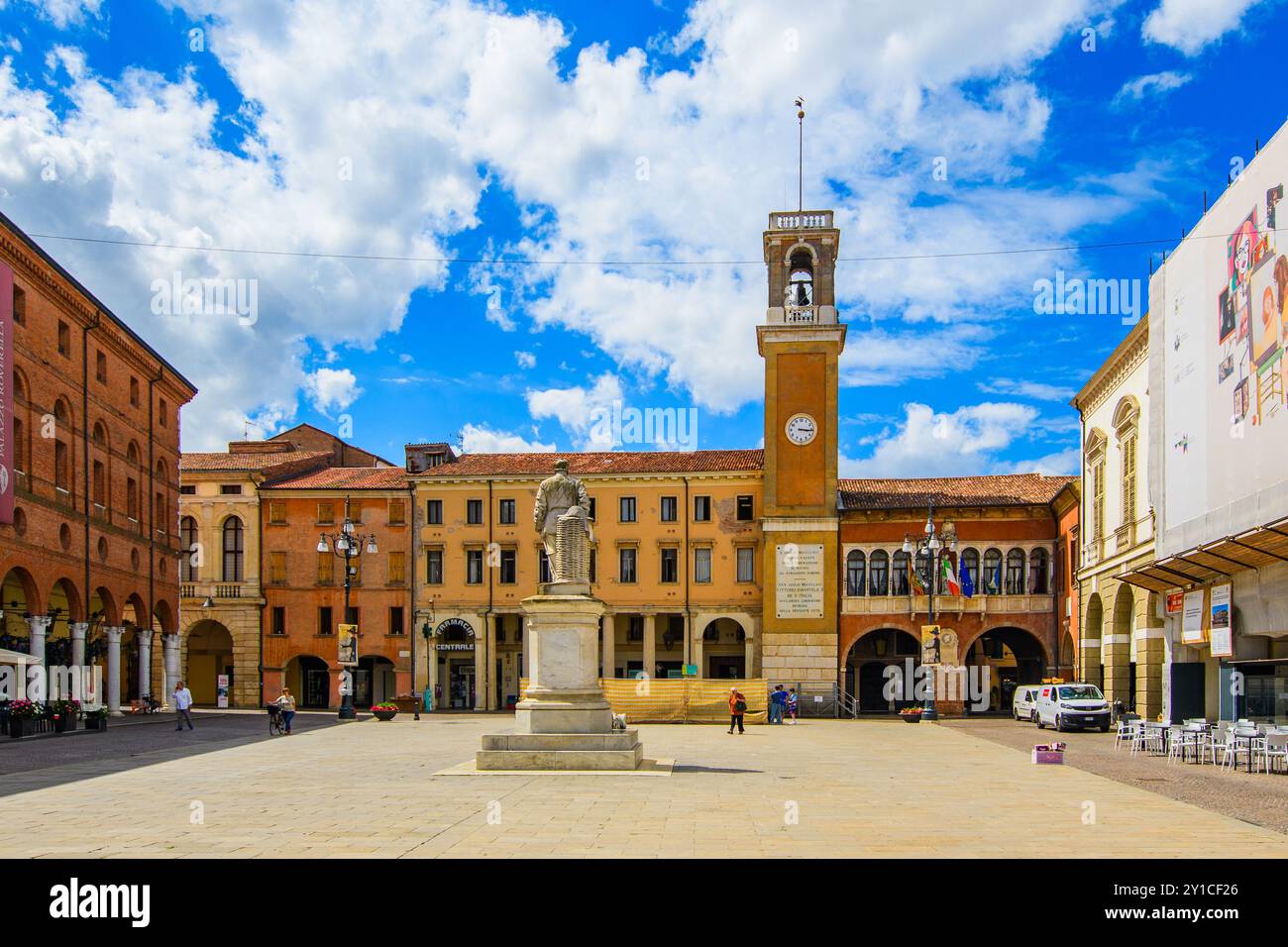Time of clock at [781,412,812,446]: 3:15
